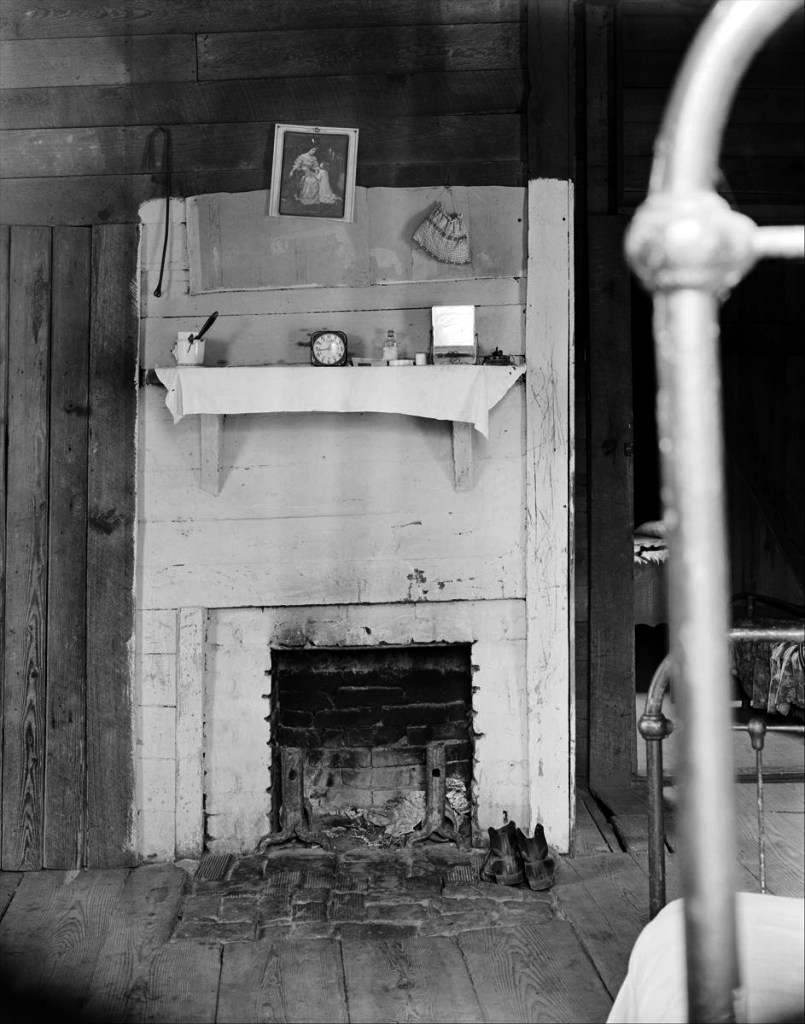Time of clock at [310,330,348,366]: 12:43
